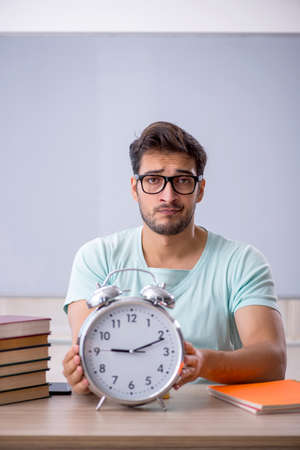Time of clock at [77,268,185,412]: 9:11
